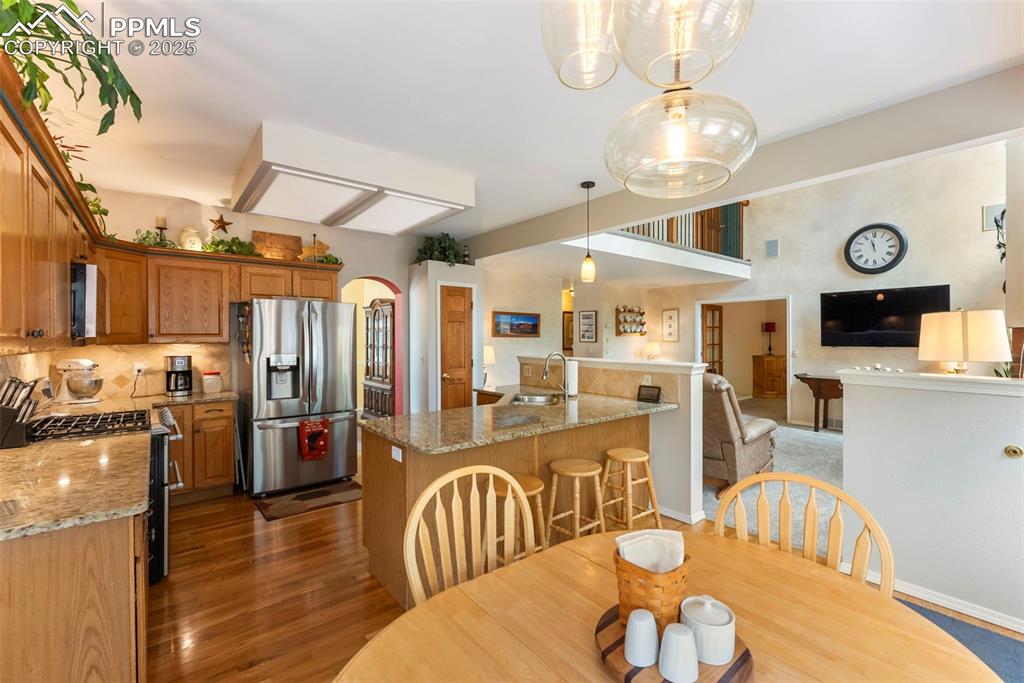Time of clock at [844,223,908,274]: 11:57
